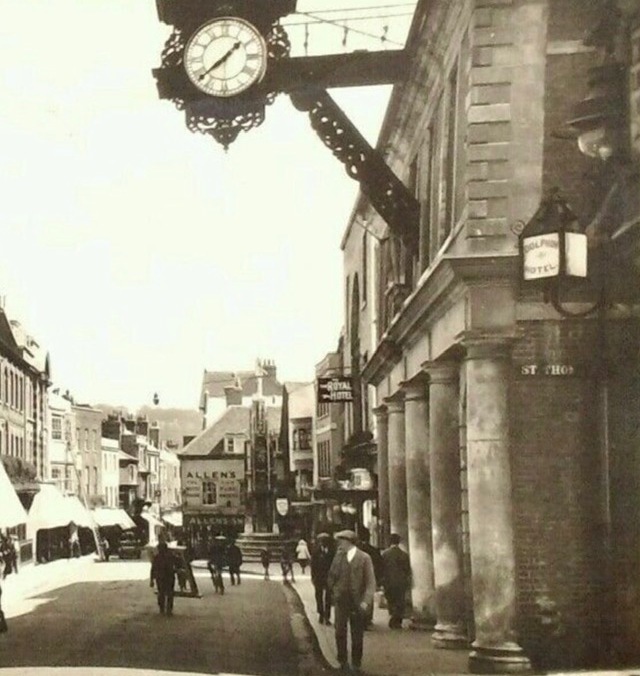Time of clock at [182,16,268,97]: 1:38
